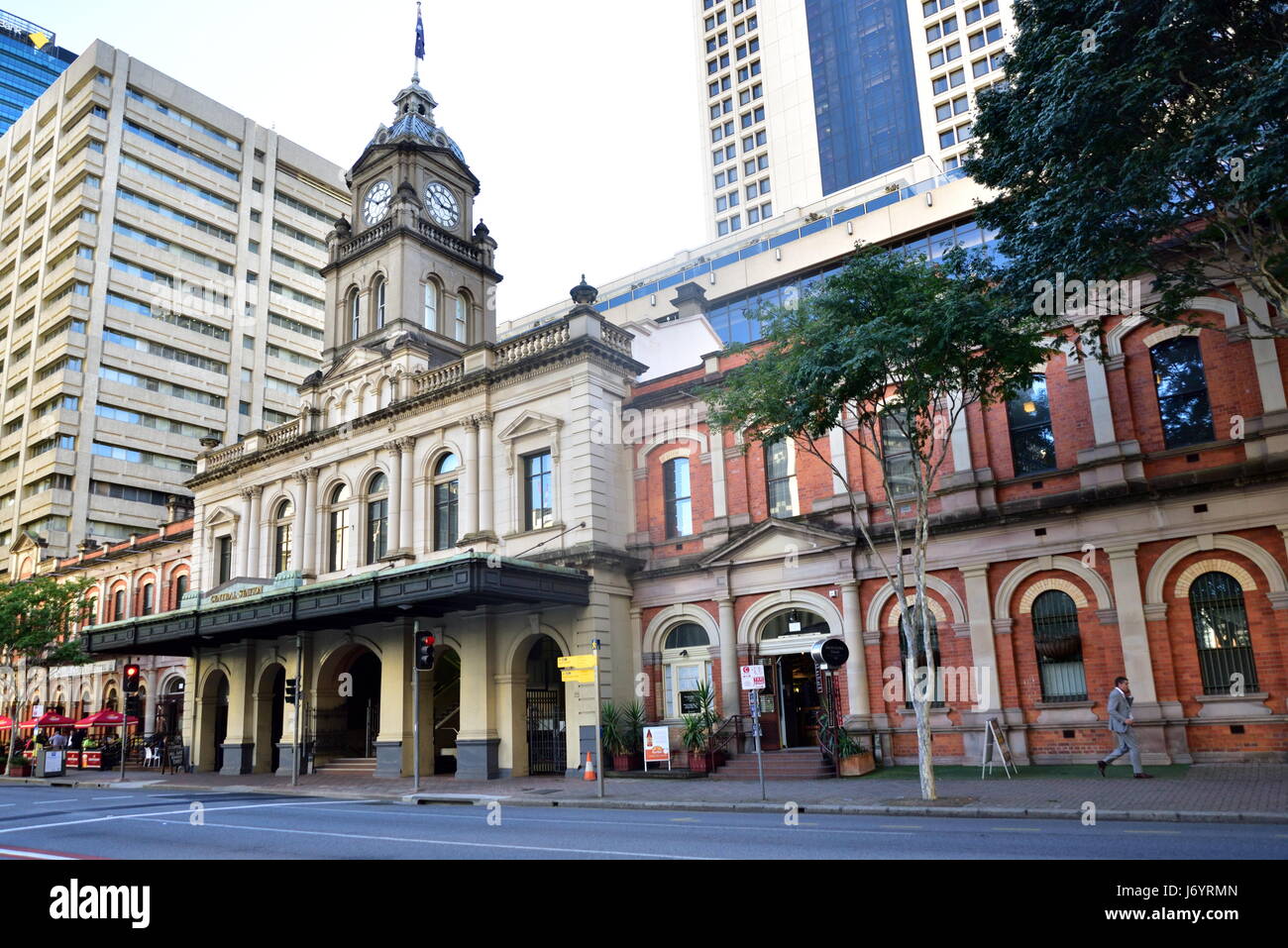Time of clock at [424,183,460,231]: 2:50
